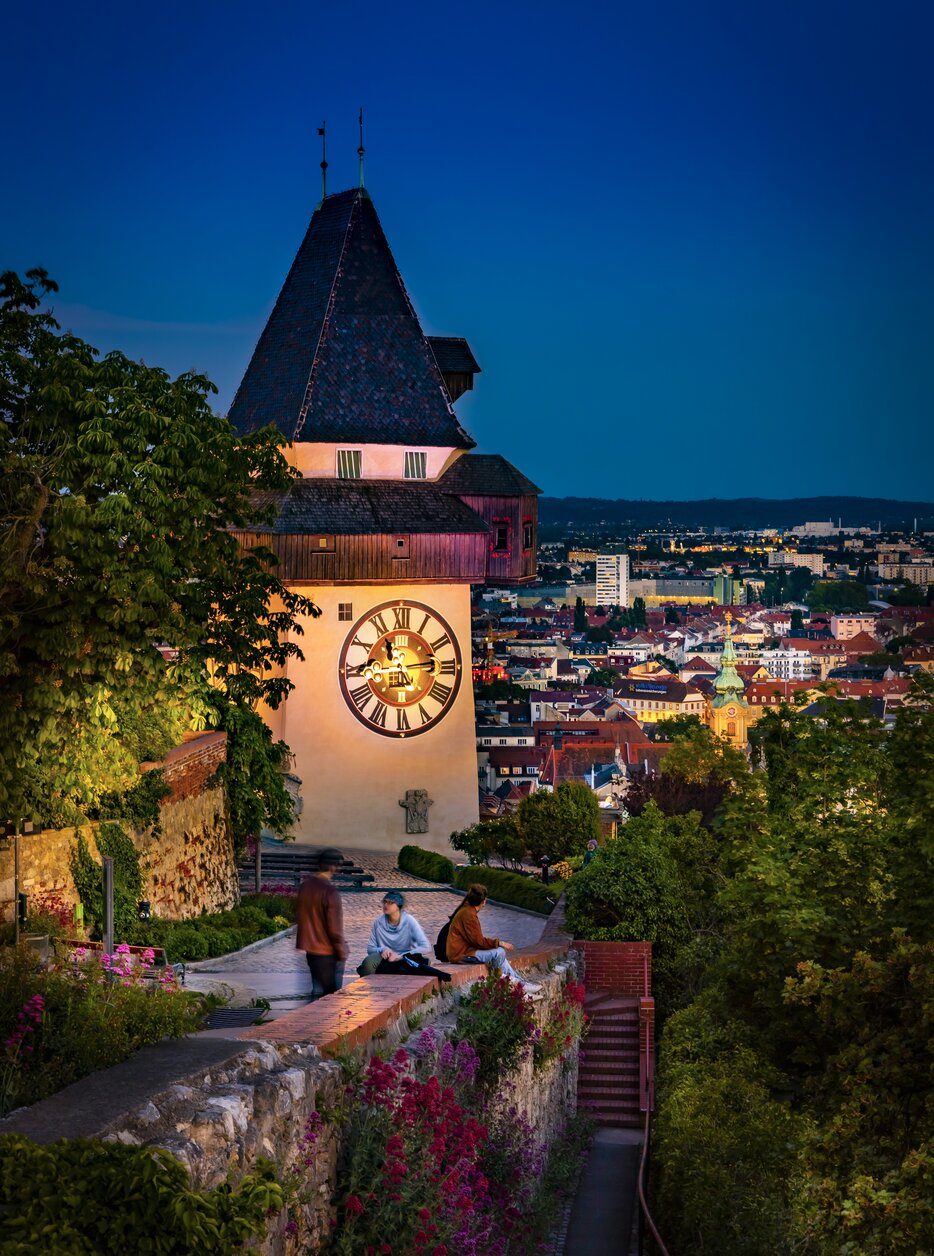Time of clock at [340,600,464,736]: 11:13
